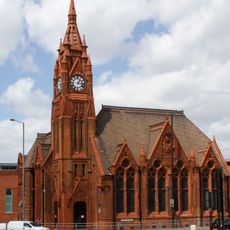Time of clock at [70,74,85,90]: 1:16
